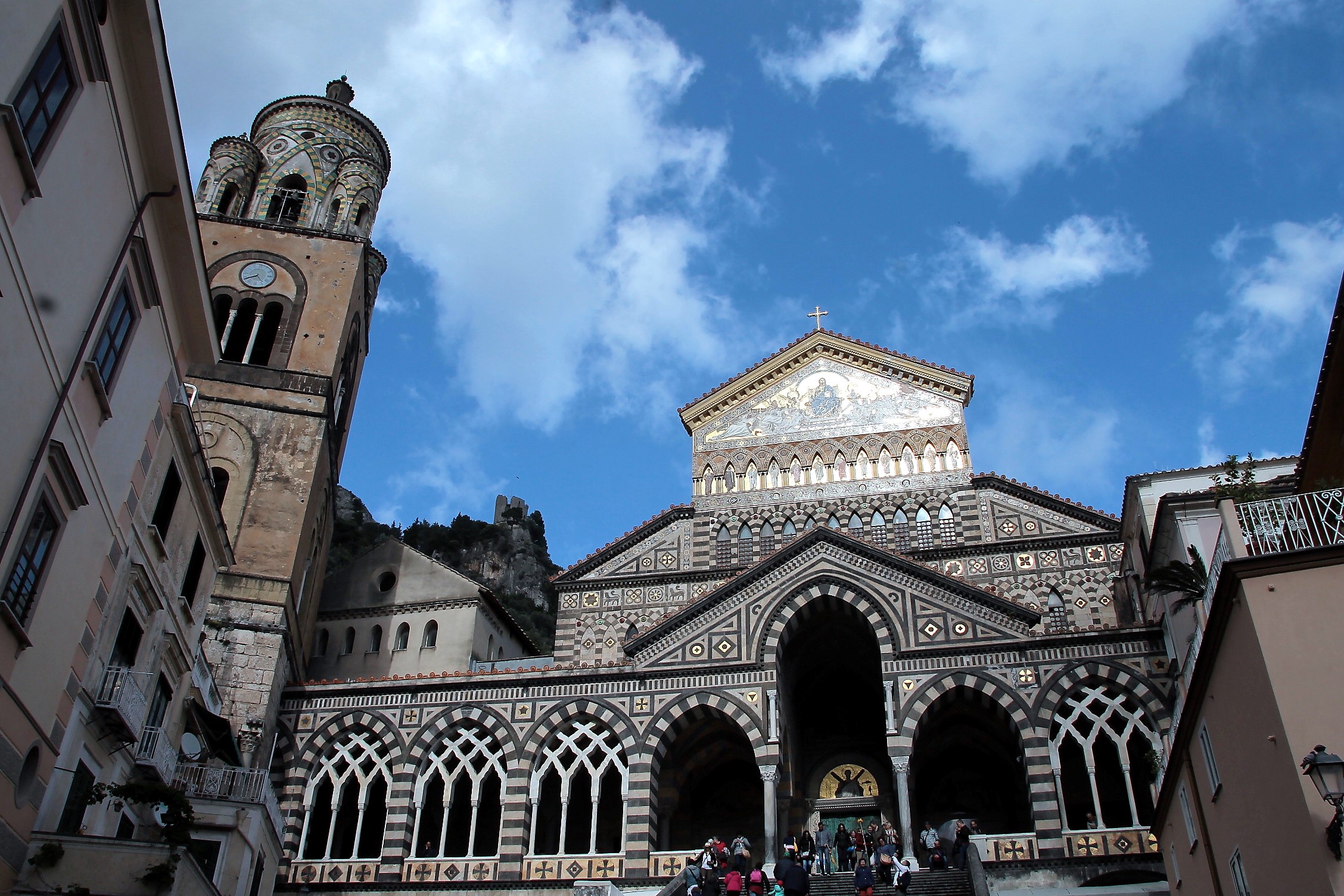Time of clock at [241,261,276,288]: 4:40
